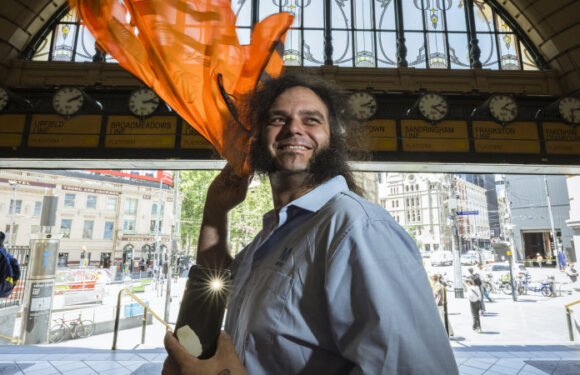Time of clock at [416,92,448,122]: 2:21
